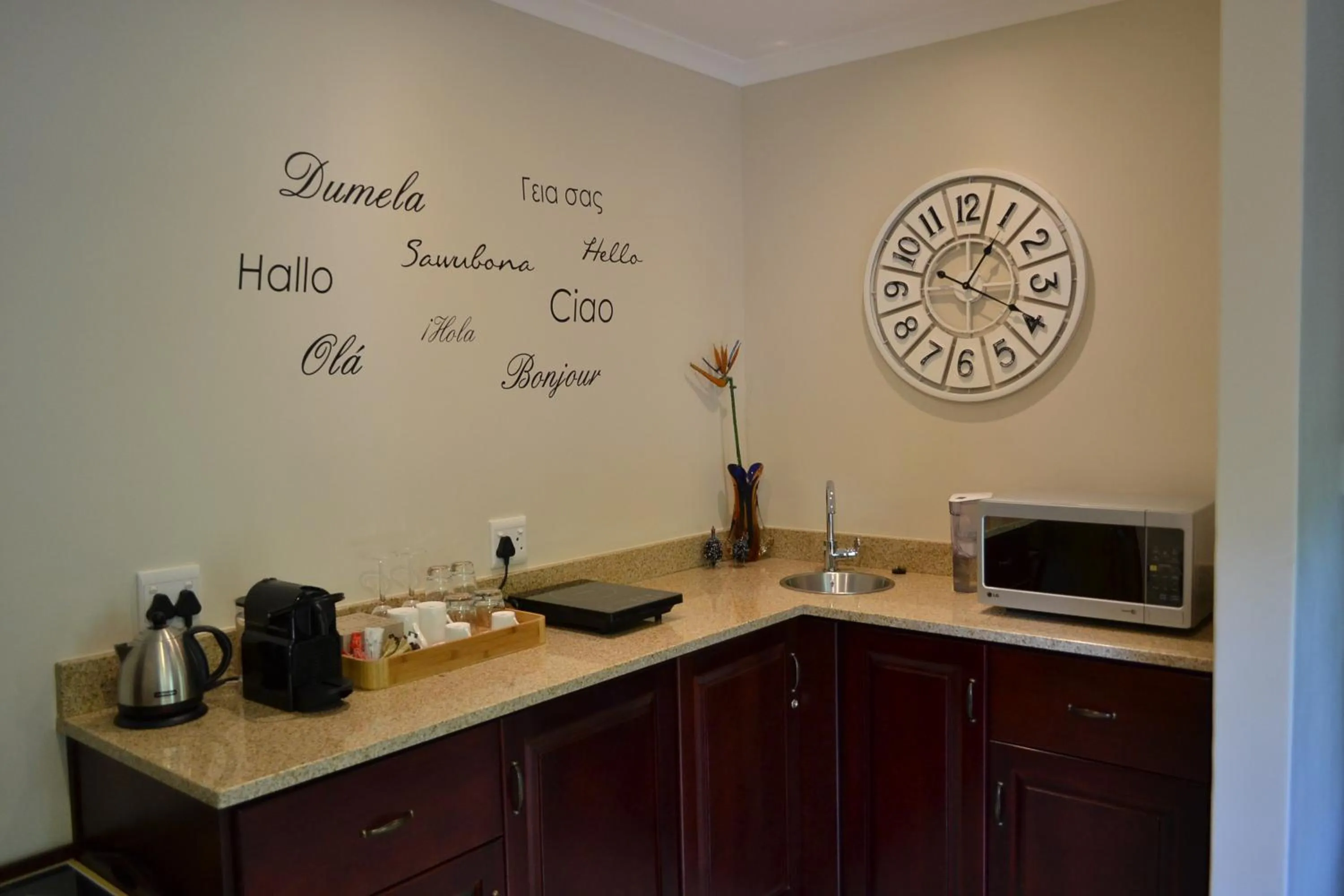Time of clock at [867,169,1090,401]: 1:19
